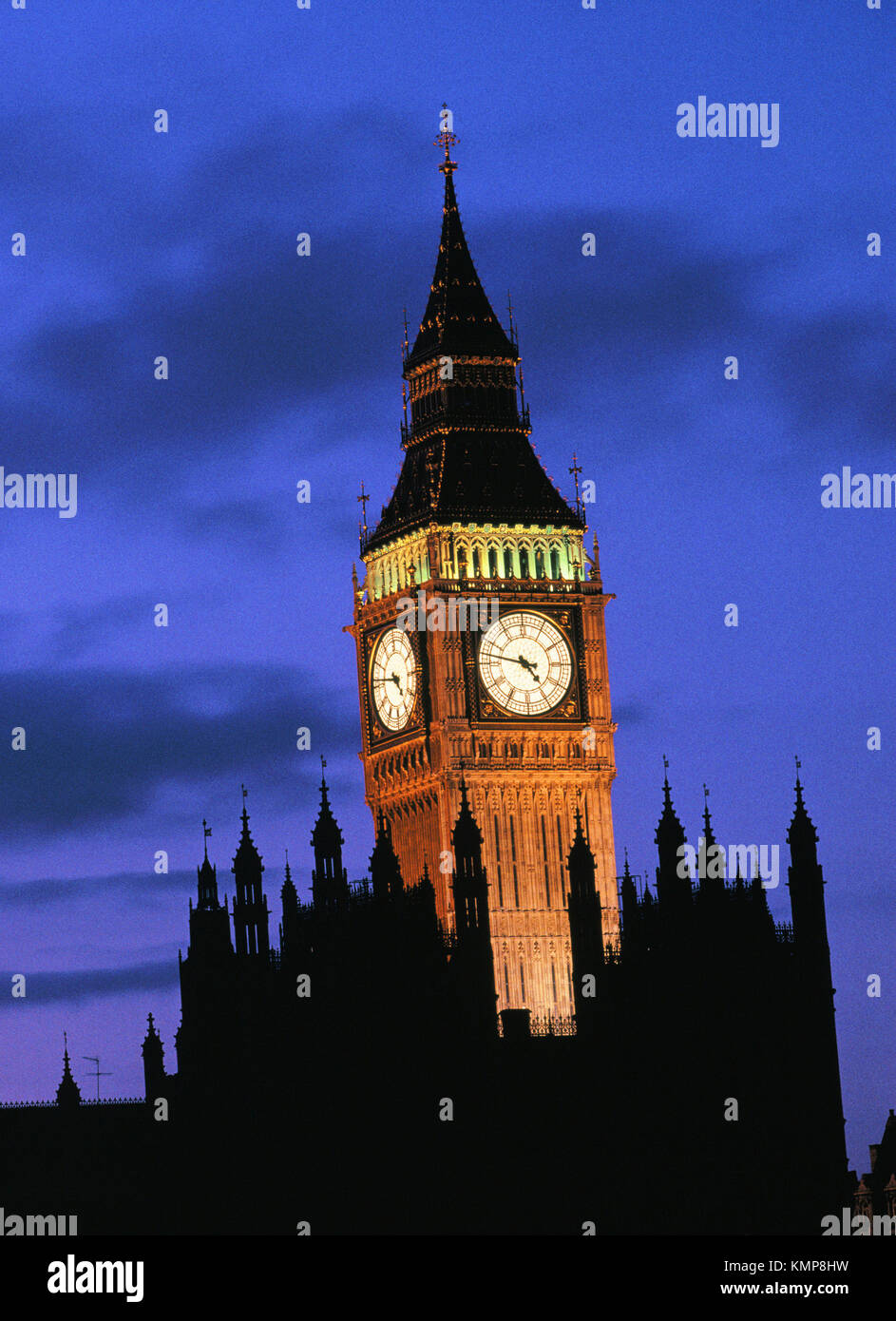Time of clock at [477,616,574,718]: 4:46
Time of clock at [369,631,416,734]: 4:46
